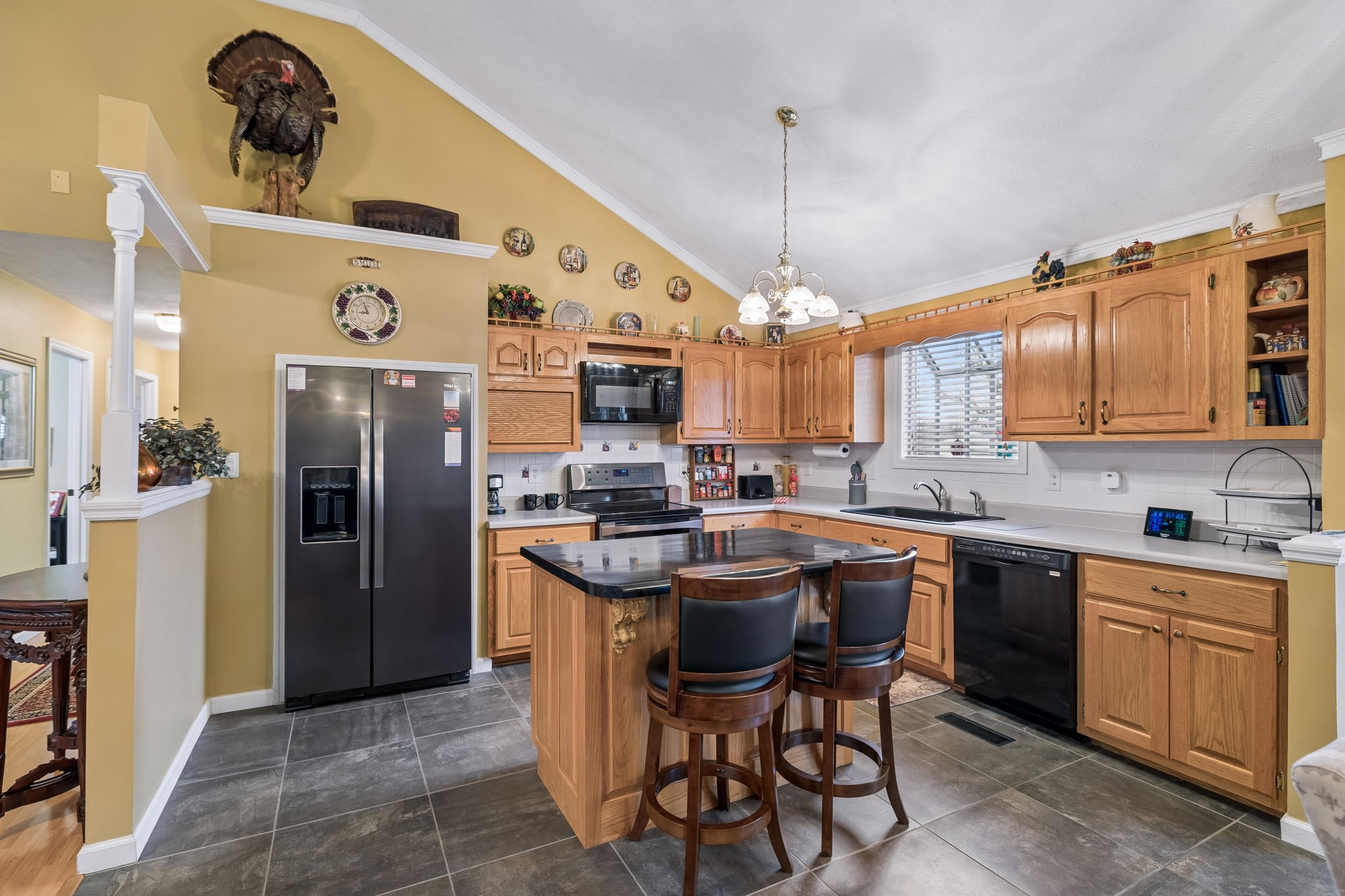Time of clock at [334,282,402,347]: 8:57
